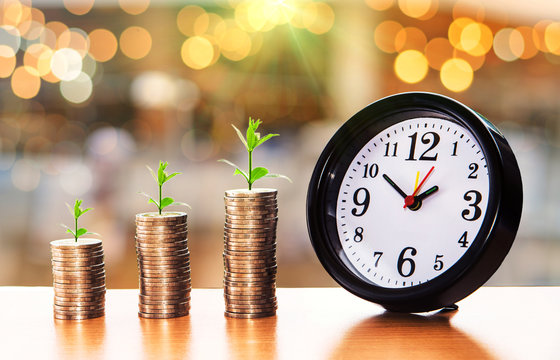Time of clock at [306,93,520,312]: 1:51
